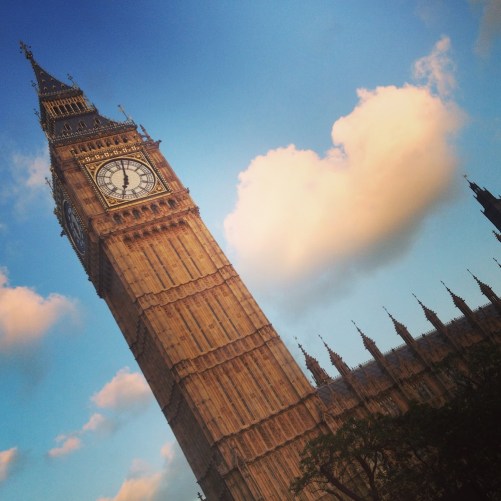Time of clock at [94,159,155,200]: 5:57
